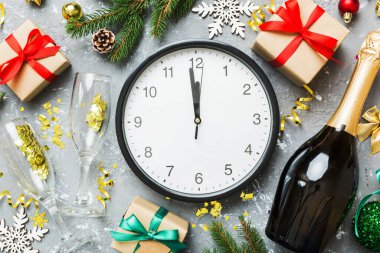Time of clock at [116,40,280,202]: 11:58
